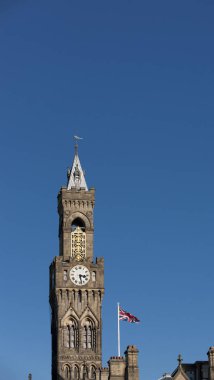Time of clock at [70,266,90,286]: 3:28
